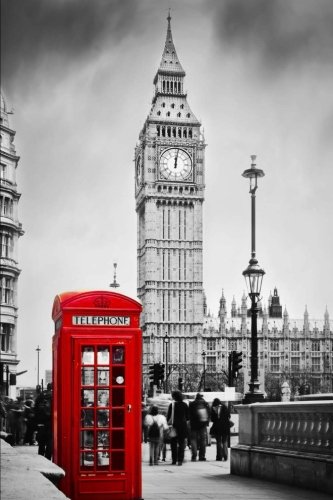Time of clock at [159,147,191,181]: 12:01
